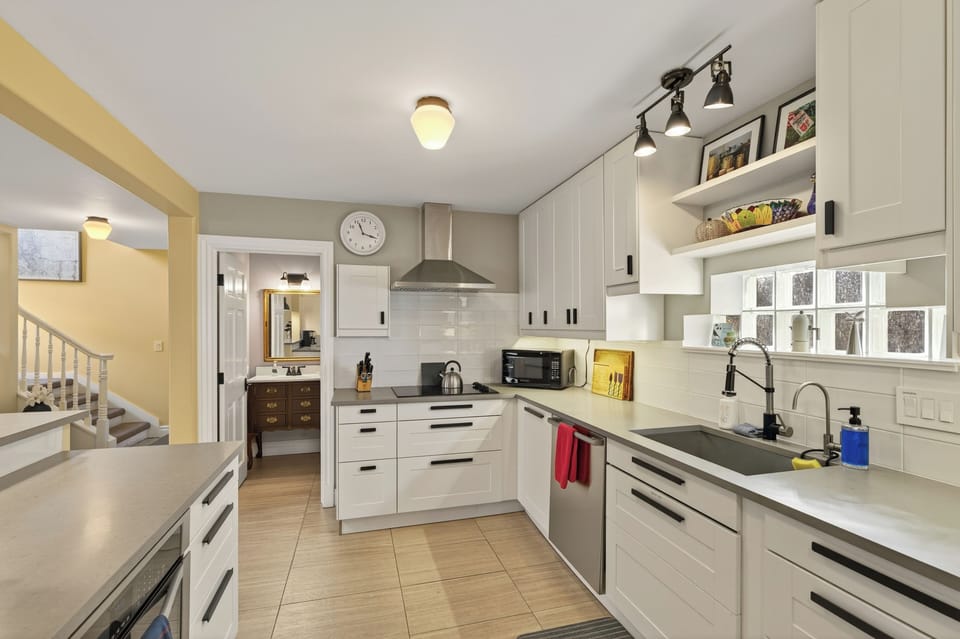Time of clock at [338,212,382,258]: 11:17
